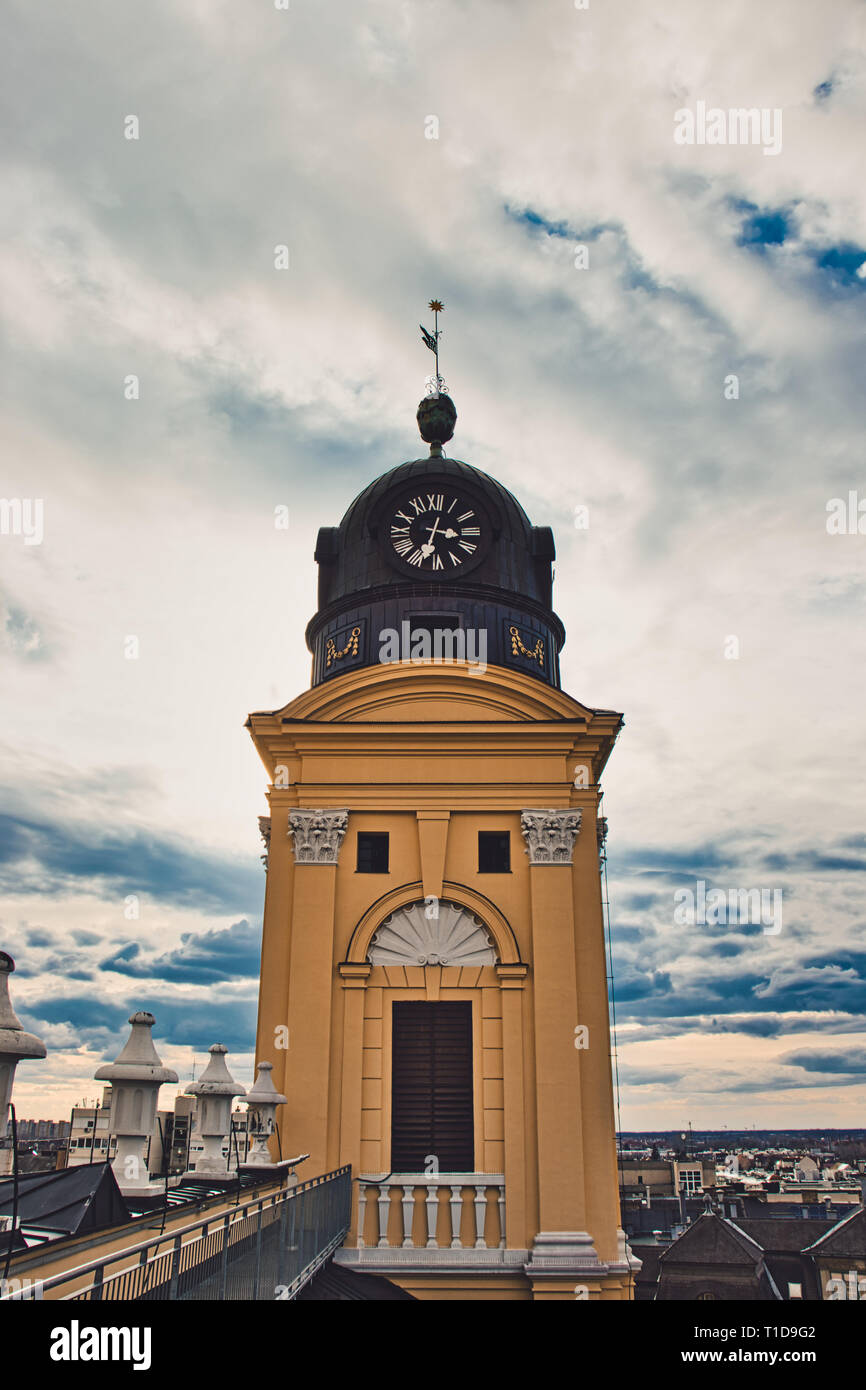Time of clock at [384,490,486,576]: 3:32
